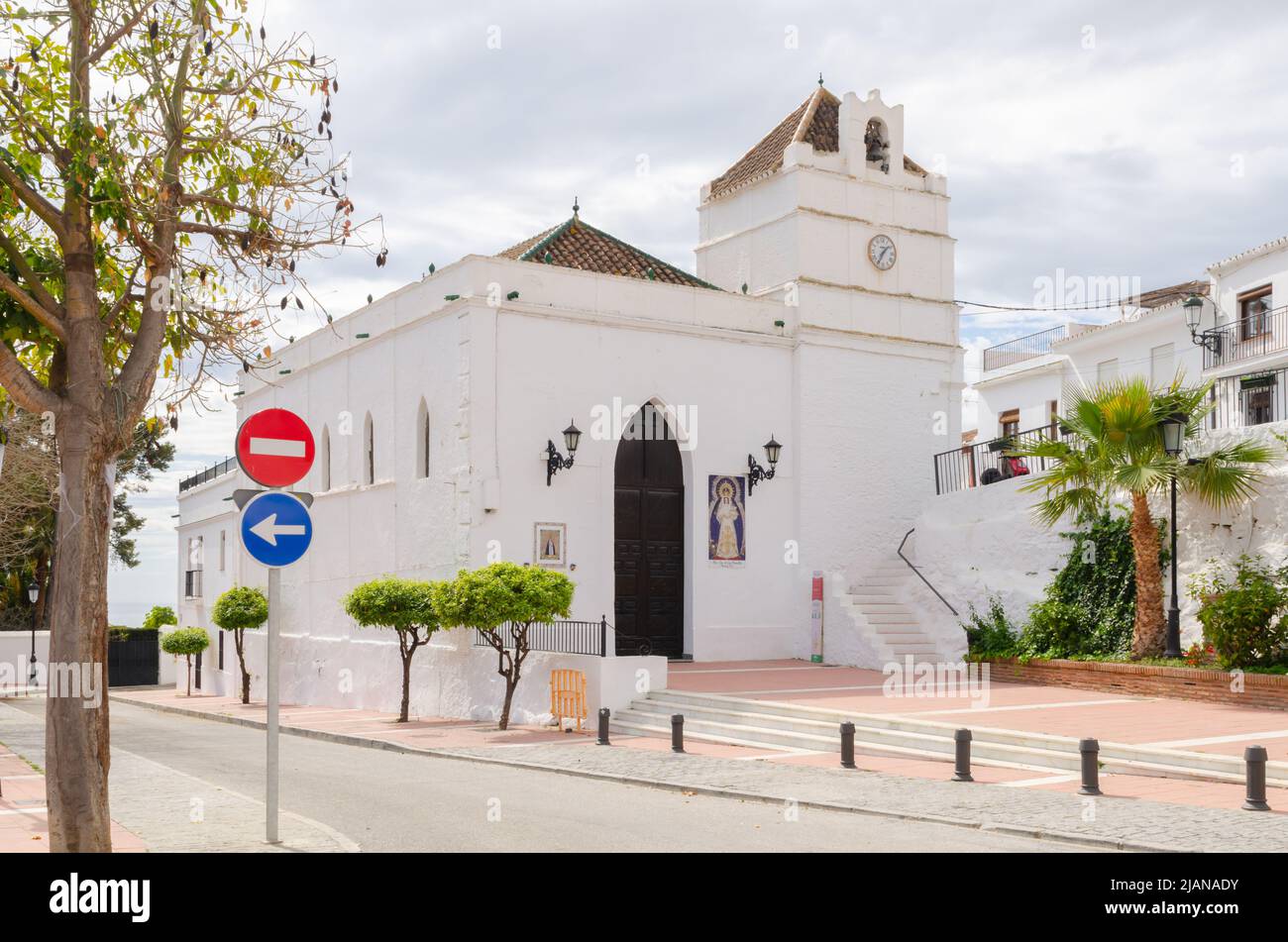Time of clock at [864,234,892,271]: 1:34
